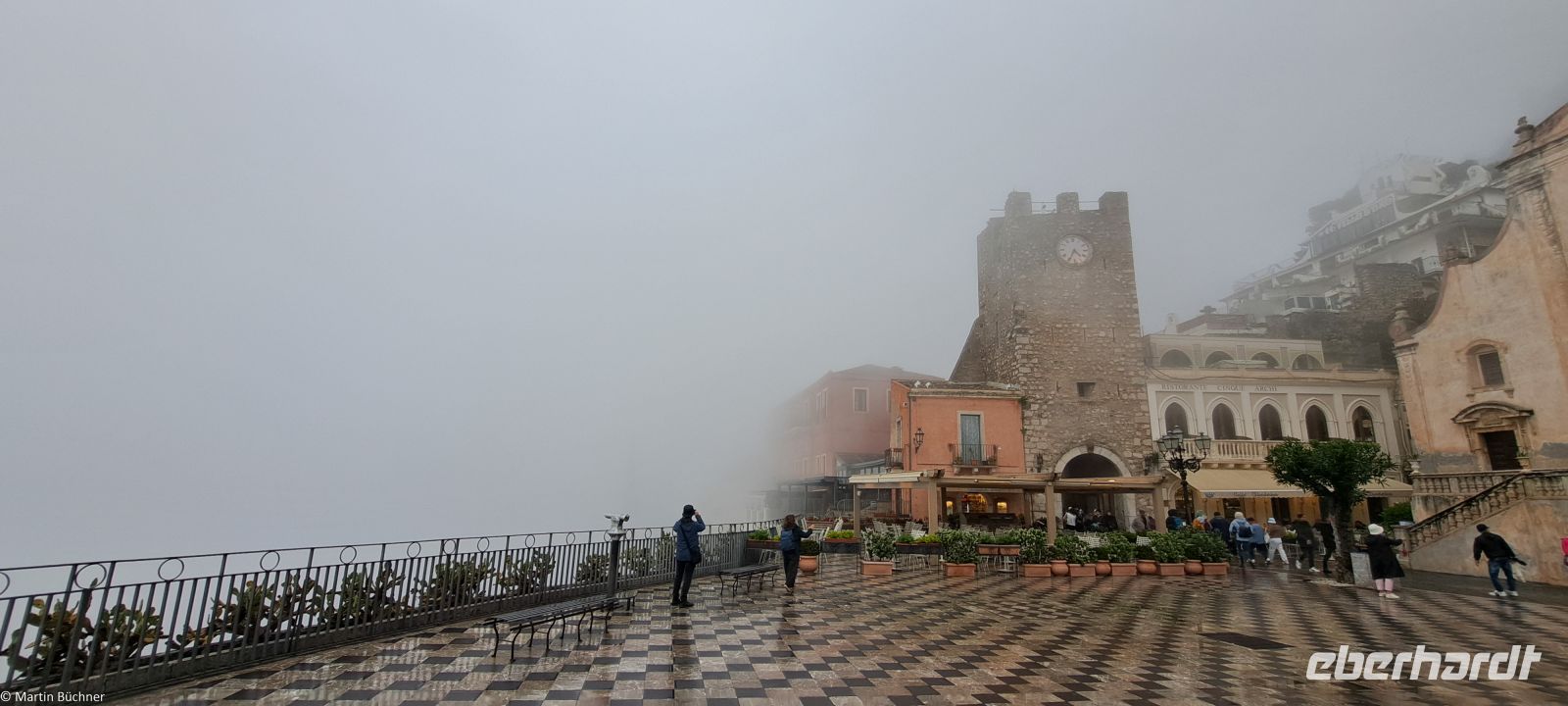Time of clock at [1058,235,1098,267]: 4:34
